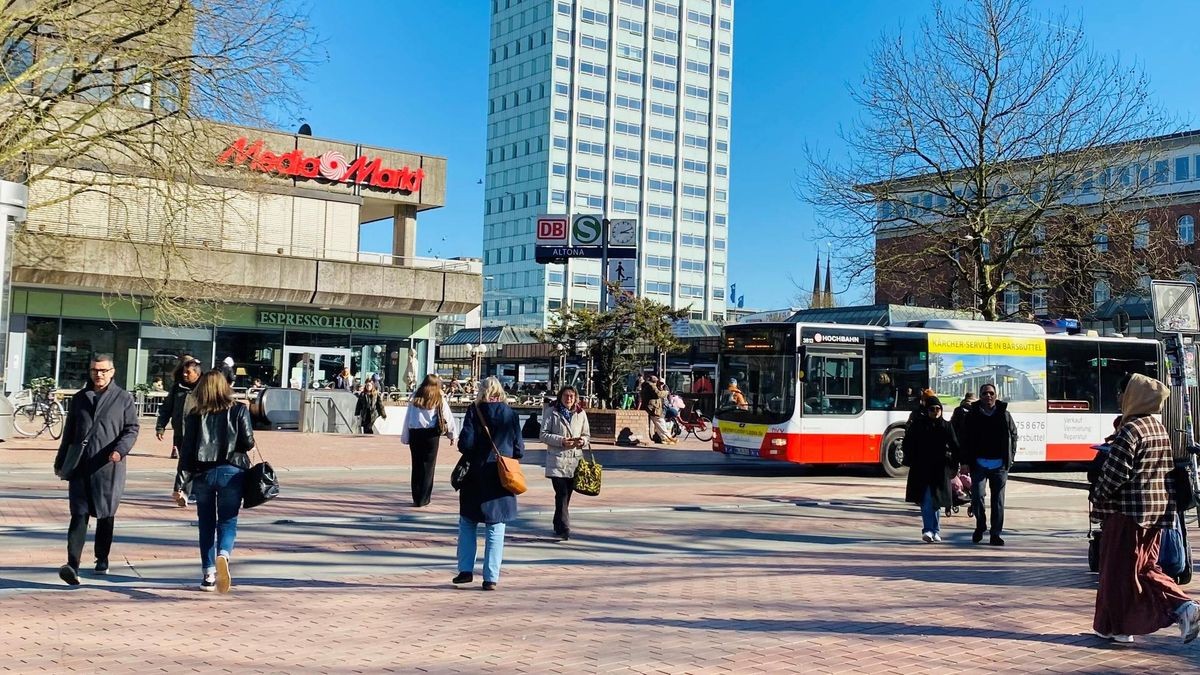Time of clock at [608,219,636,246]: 3:11
